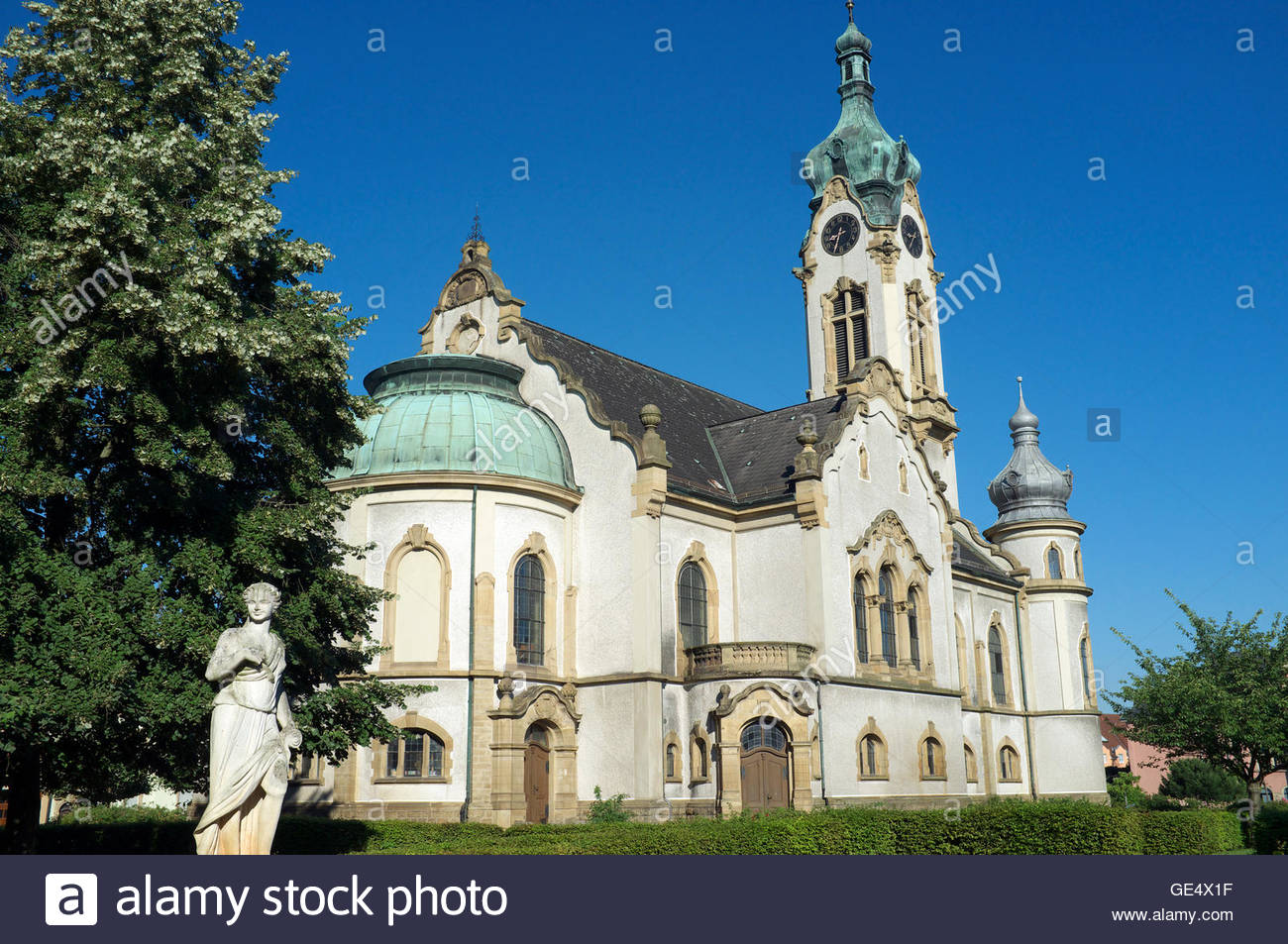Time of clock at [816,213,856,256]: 8:32
